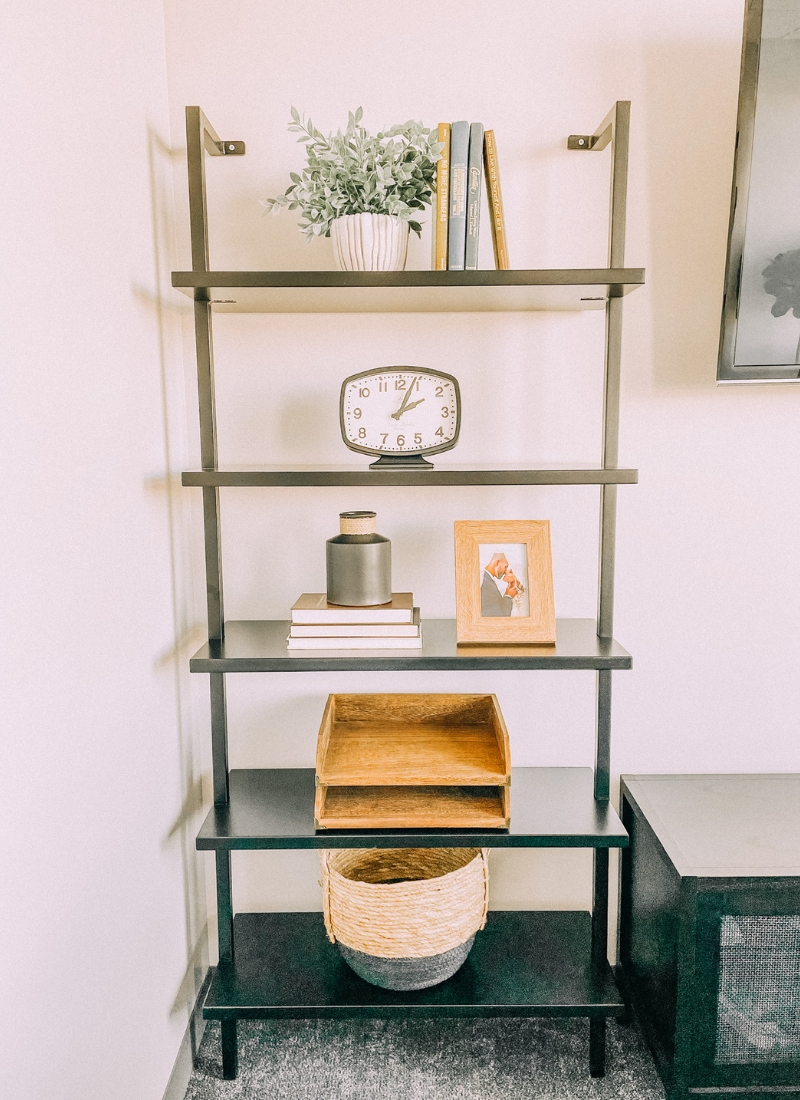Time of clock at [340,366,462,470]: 2:03
